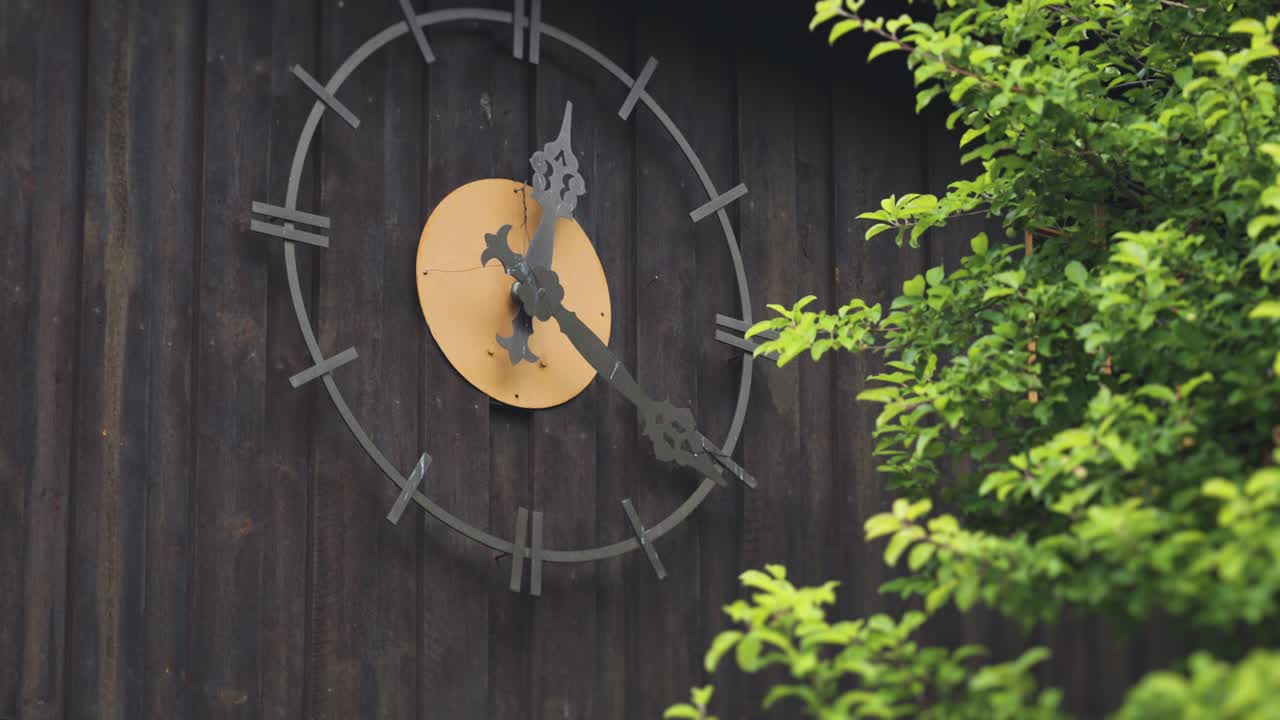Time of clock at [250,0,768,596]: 12:21
